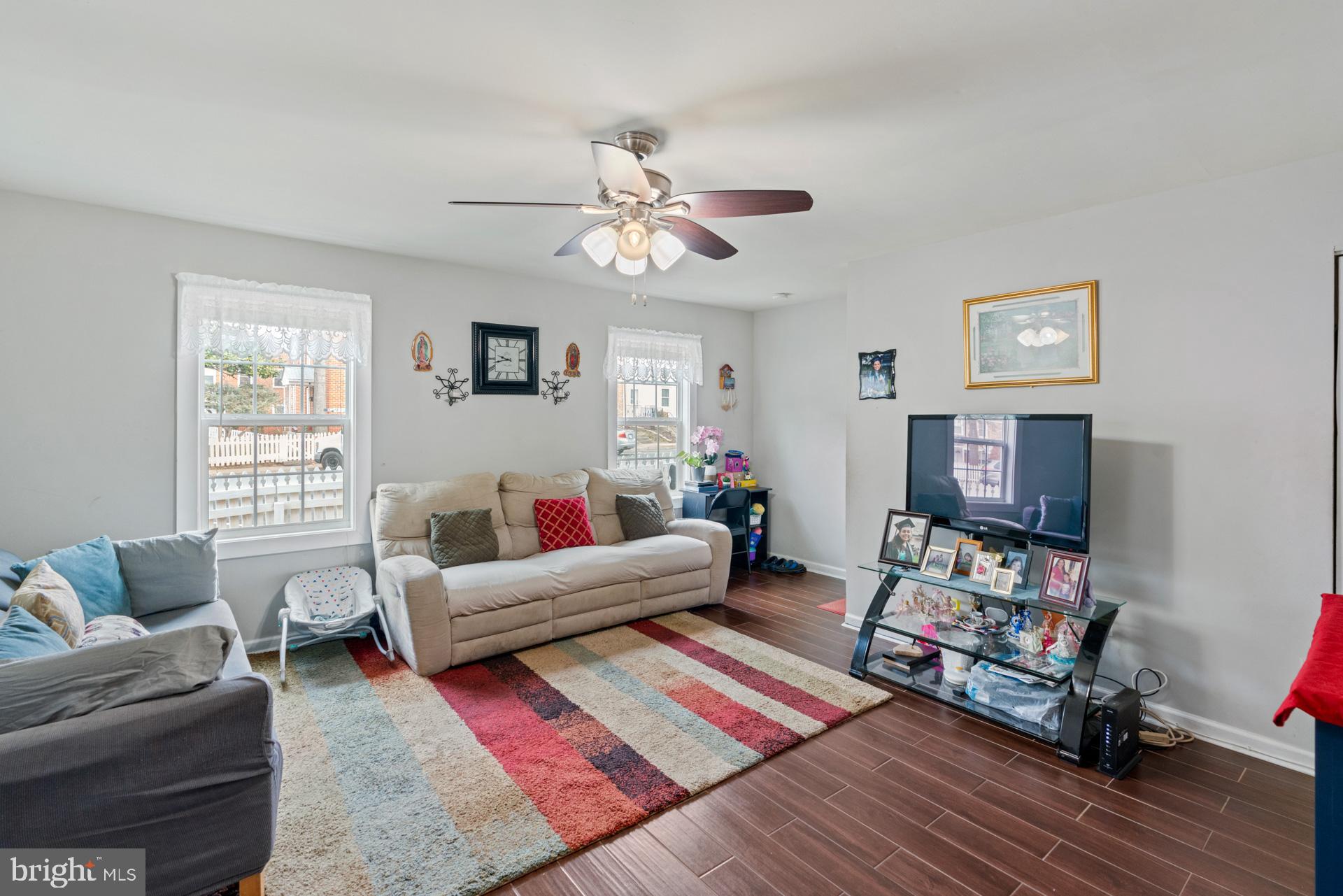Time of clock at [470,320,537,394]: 9:42
